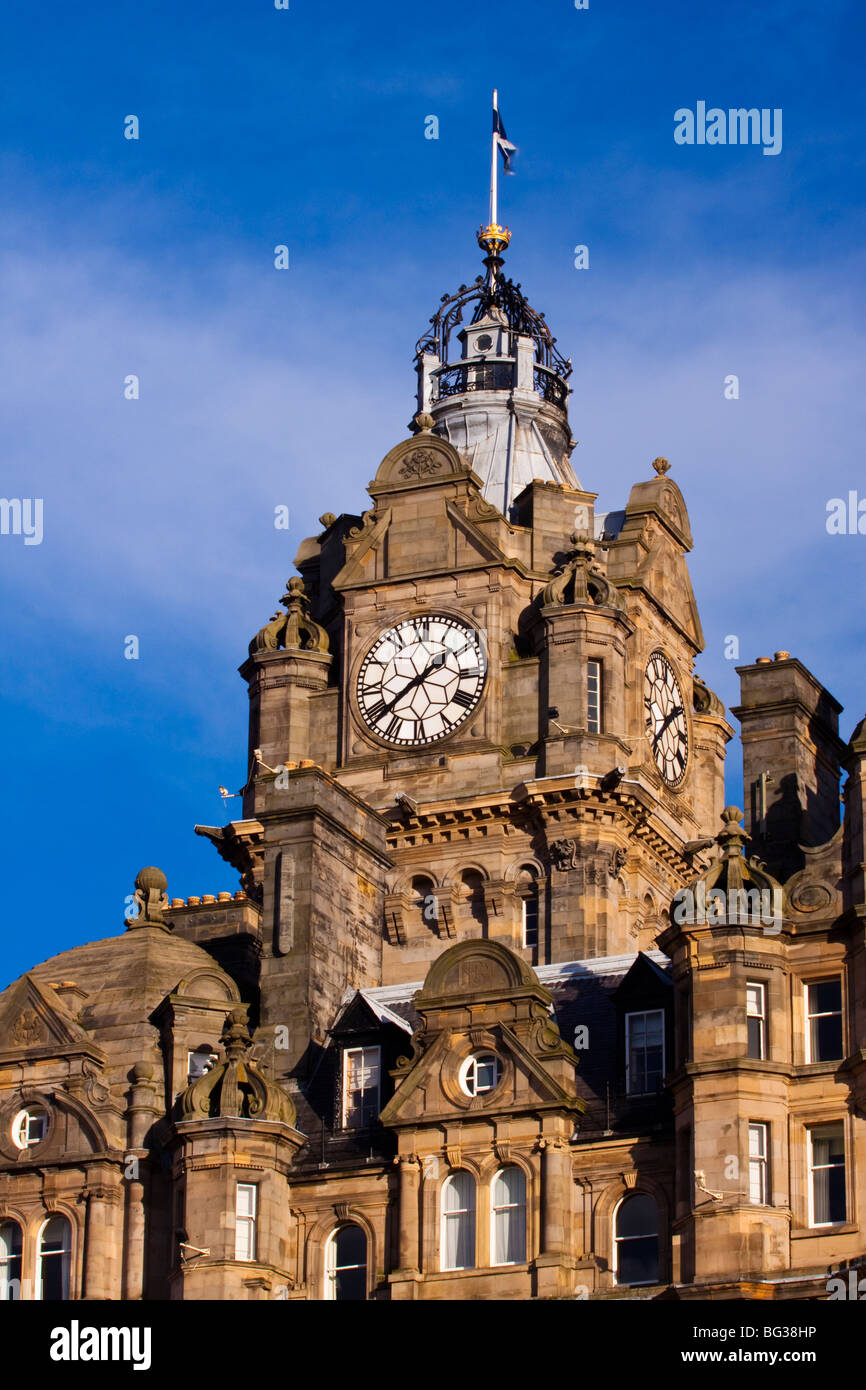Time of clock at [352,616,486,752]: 1:38
